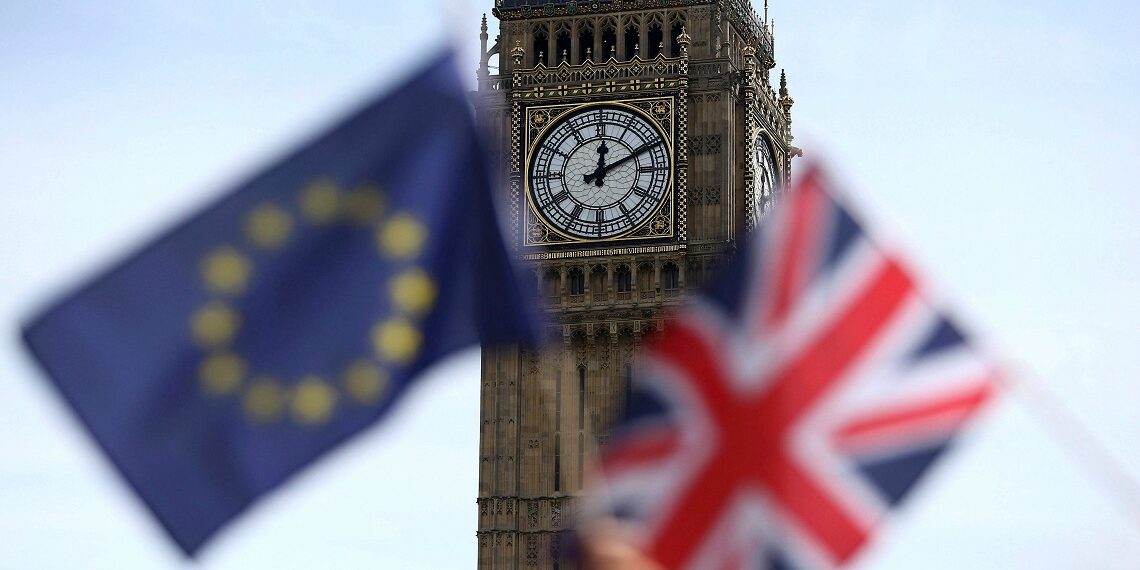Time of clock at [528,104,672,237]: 12:10
